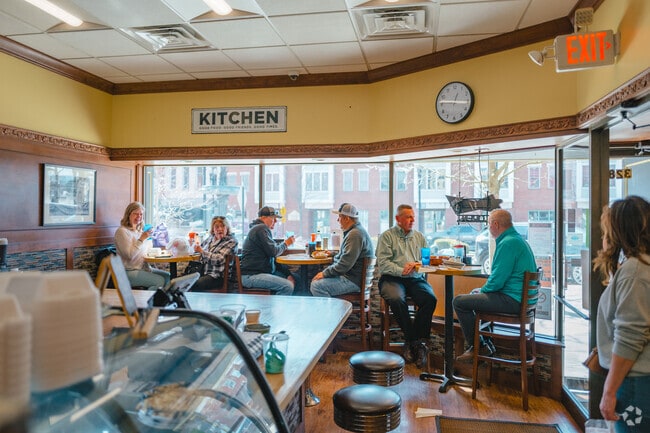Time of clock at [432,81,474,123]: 12:46
